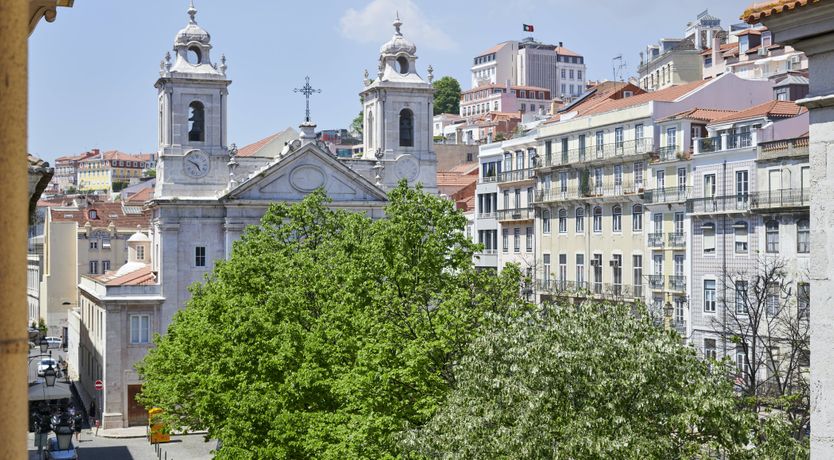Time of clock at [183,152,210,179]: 4:49
